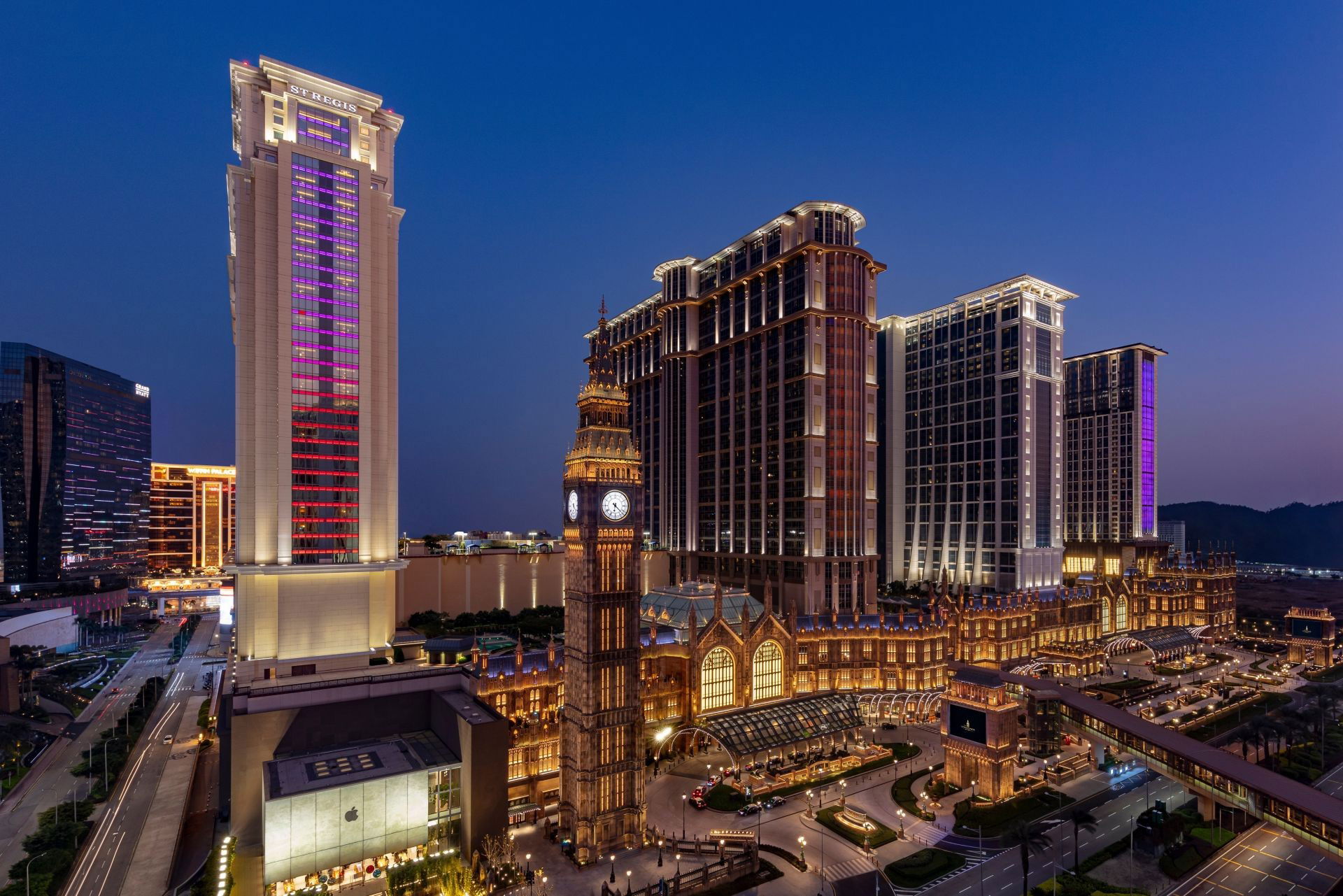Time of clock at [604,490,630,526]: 6:22
